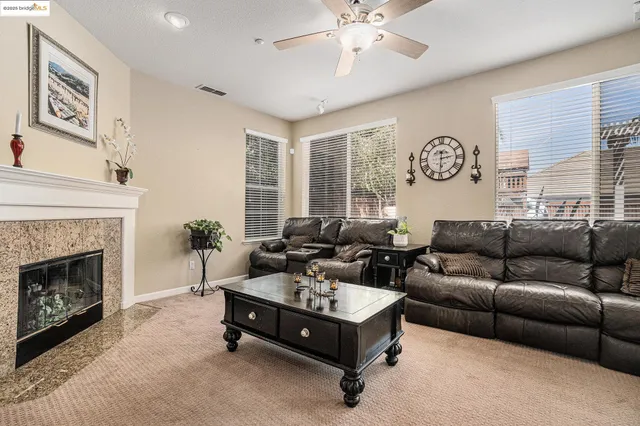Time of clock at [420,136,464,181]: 2:30
